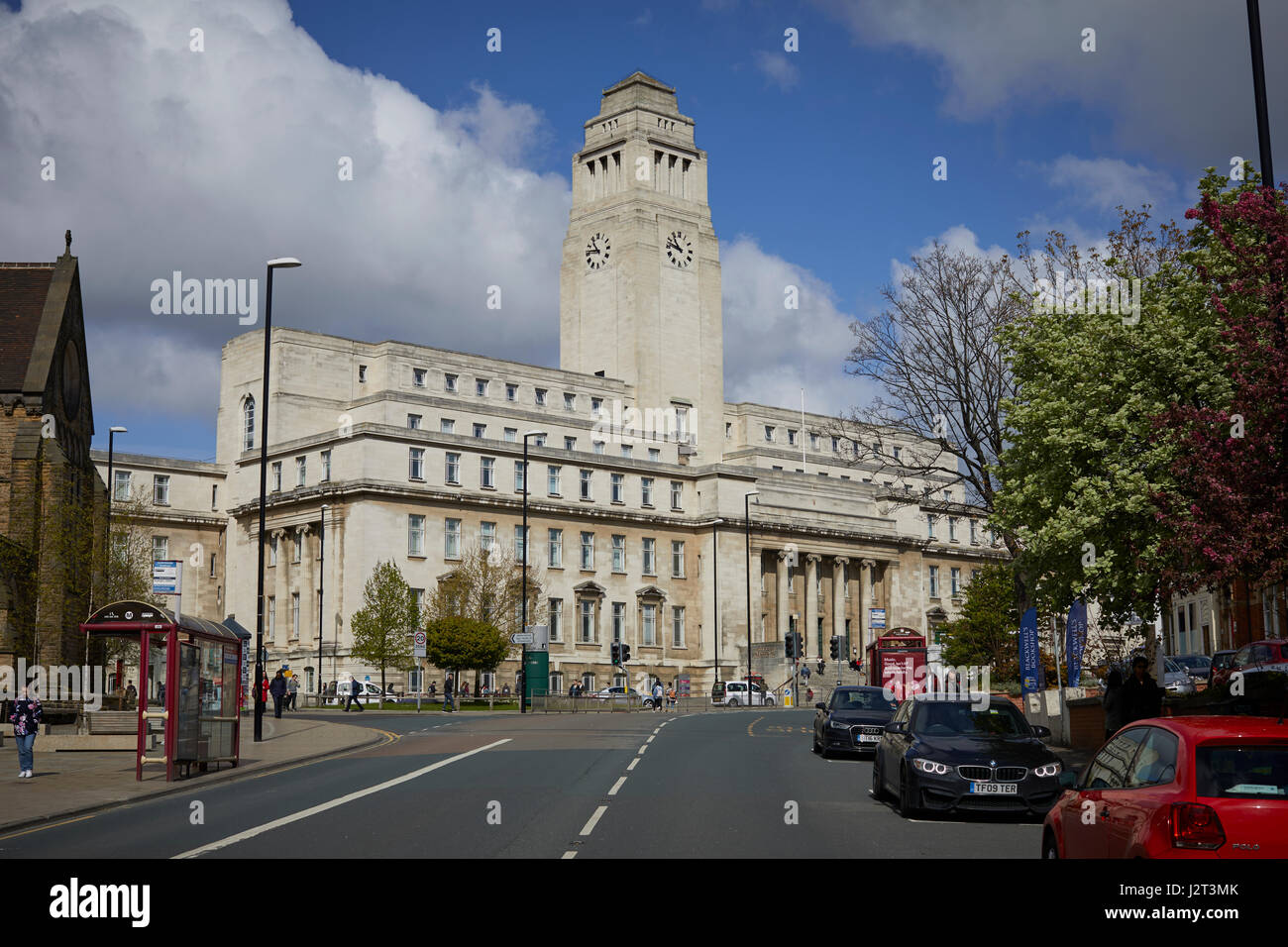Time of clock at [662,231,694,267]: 10:47
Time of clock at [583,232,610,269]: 10:46
